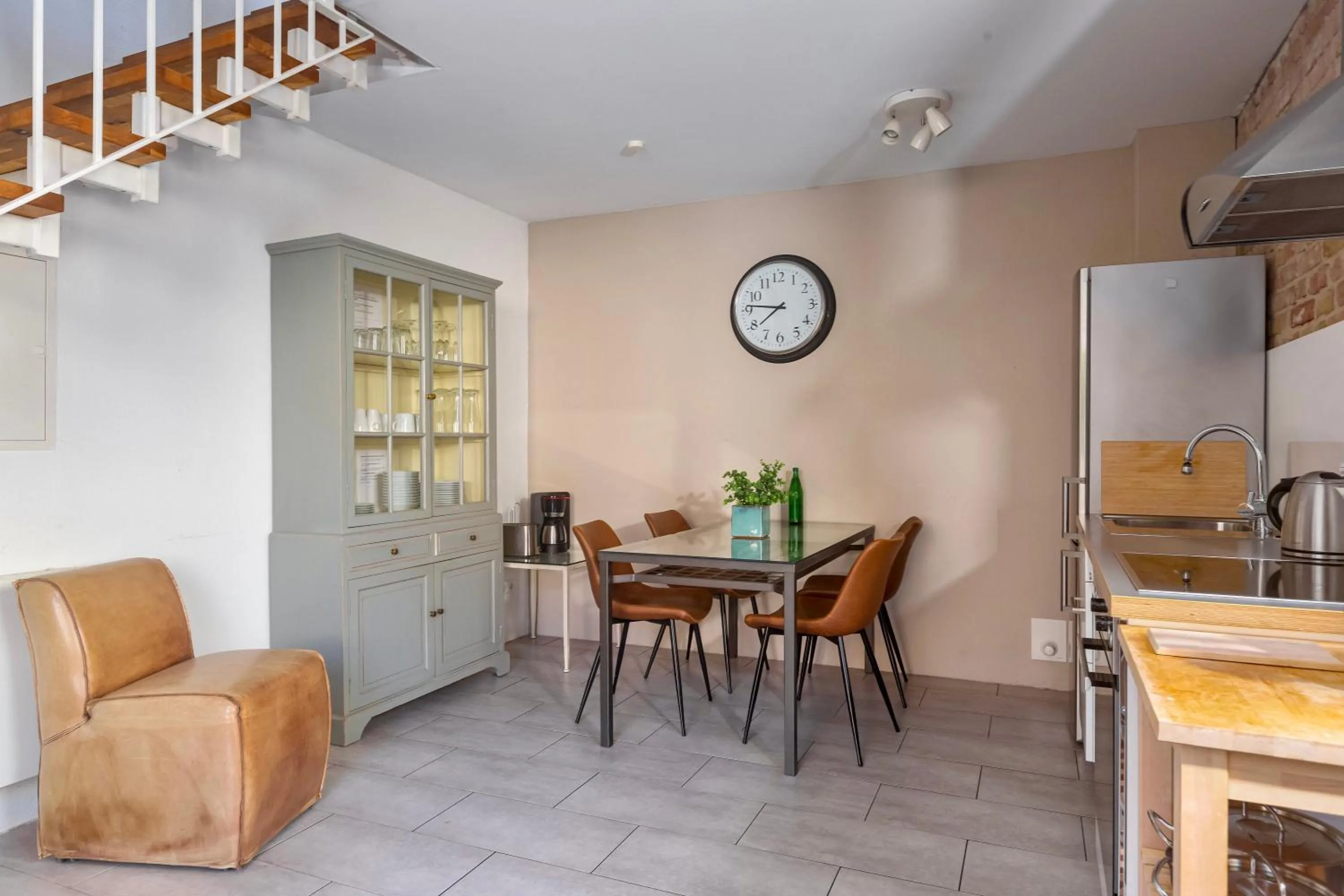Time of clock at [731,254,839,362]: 7:46
